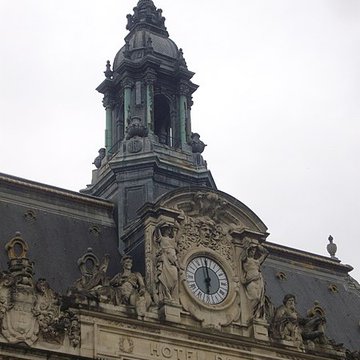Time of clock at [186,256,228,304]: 5:59
